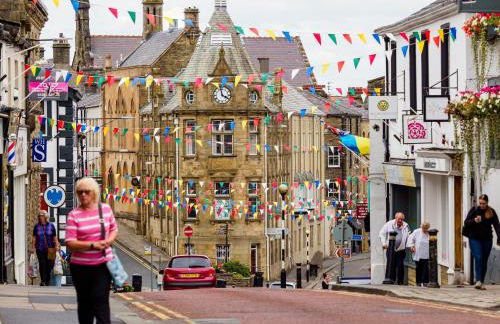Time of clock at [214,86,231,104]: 3:58
